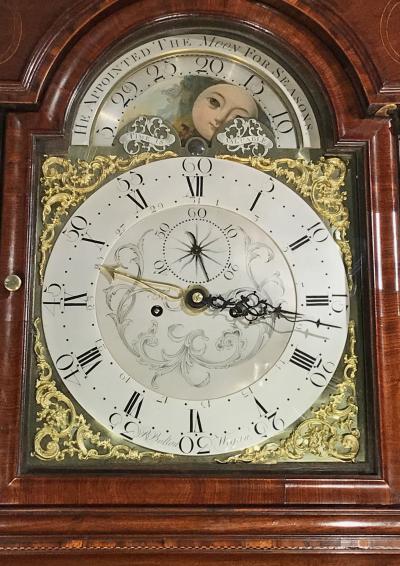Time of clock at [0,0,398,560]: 11:16
